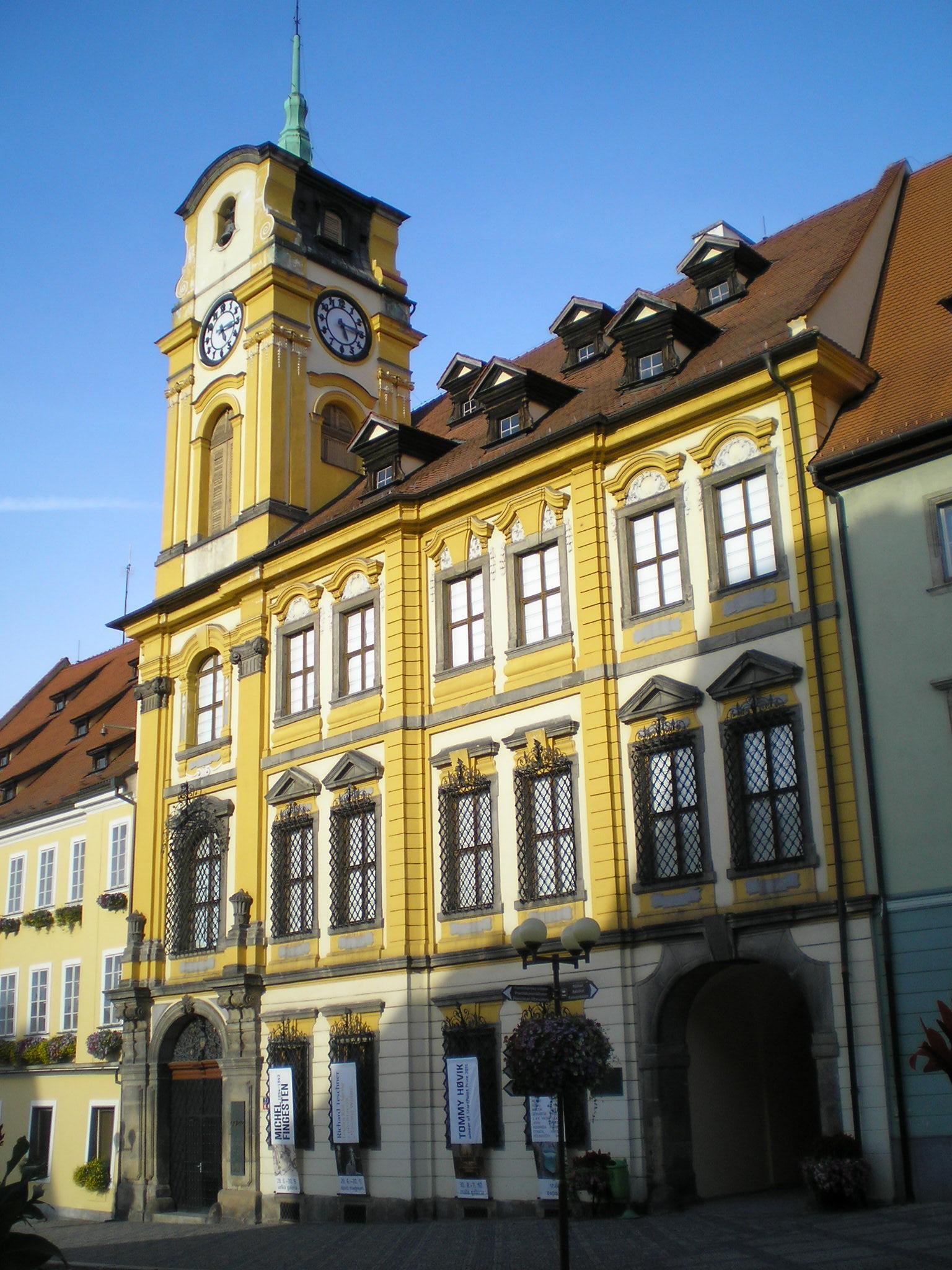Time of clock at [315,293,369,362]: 5:15
